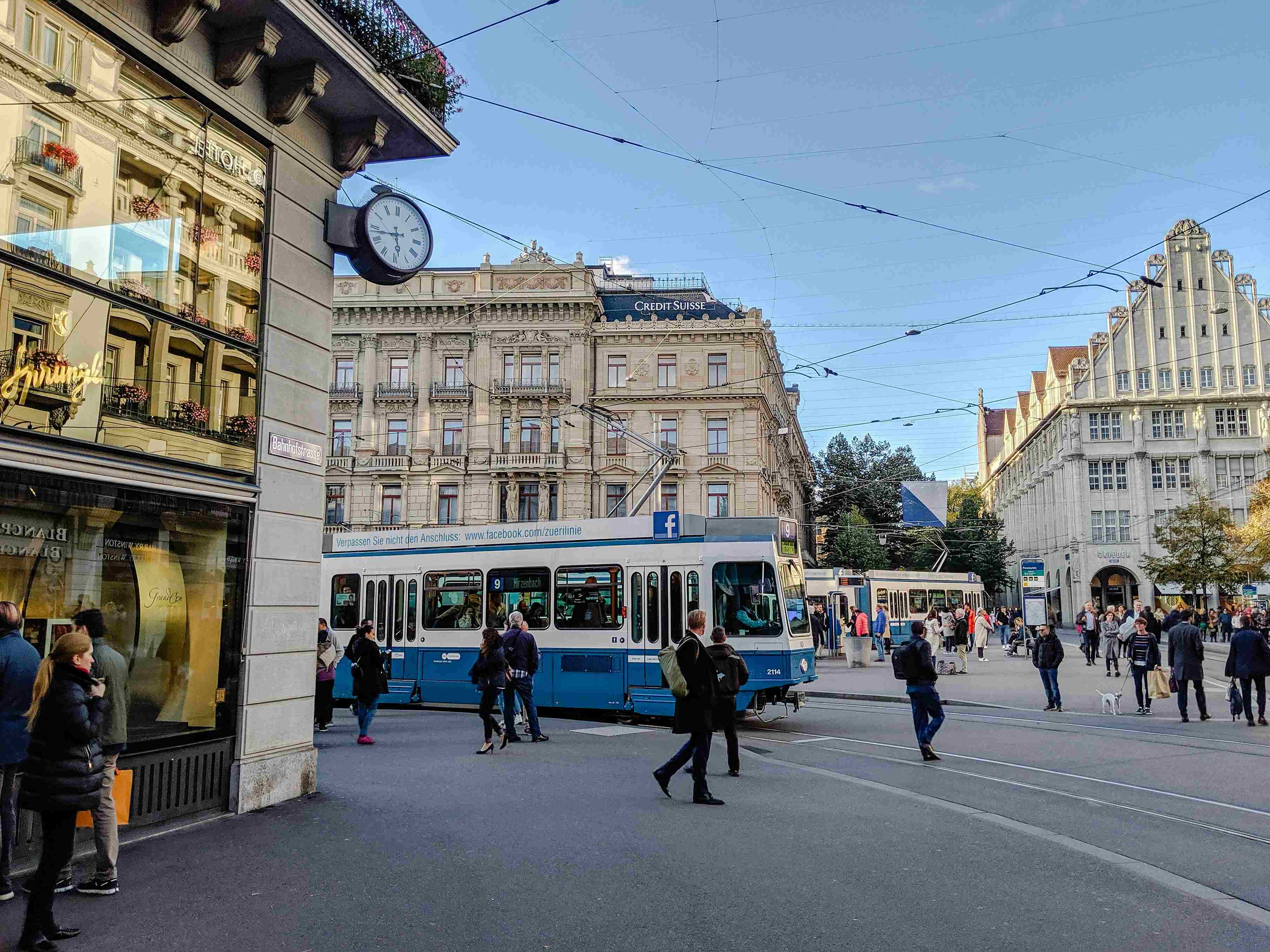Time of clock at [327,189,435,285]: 5:43
